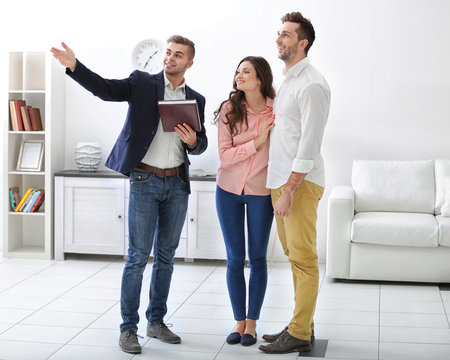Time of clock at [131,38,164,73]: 1:35
